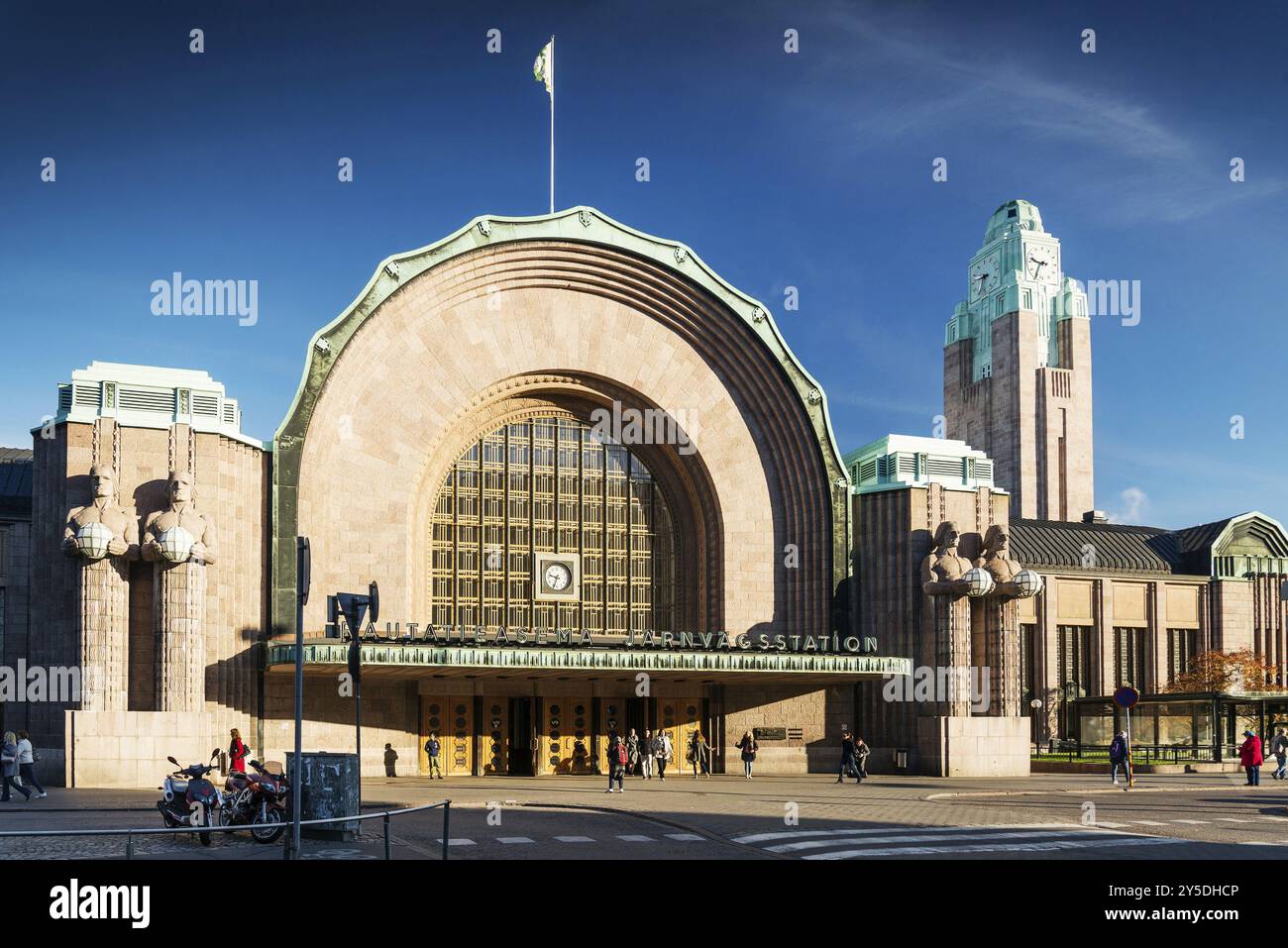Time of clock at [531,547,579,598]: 9:33
